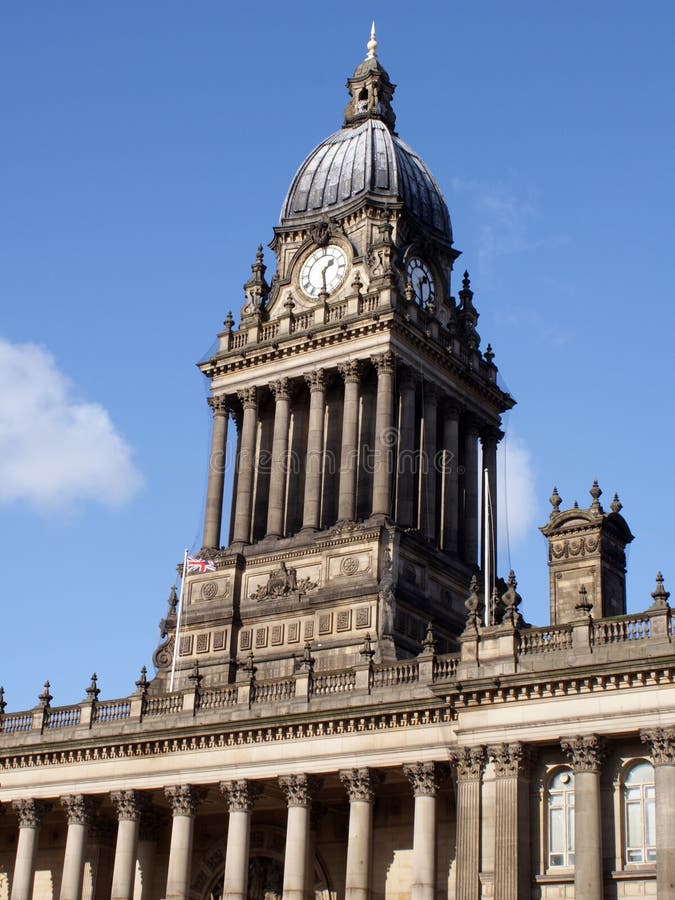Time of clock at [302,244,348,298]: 1:28
